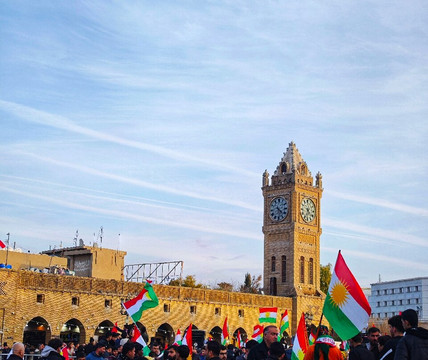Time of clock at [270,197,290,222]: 4:28
